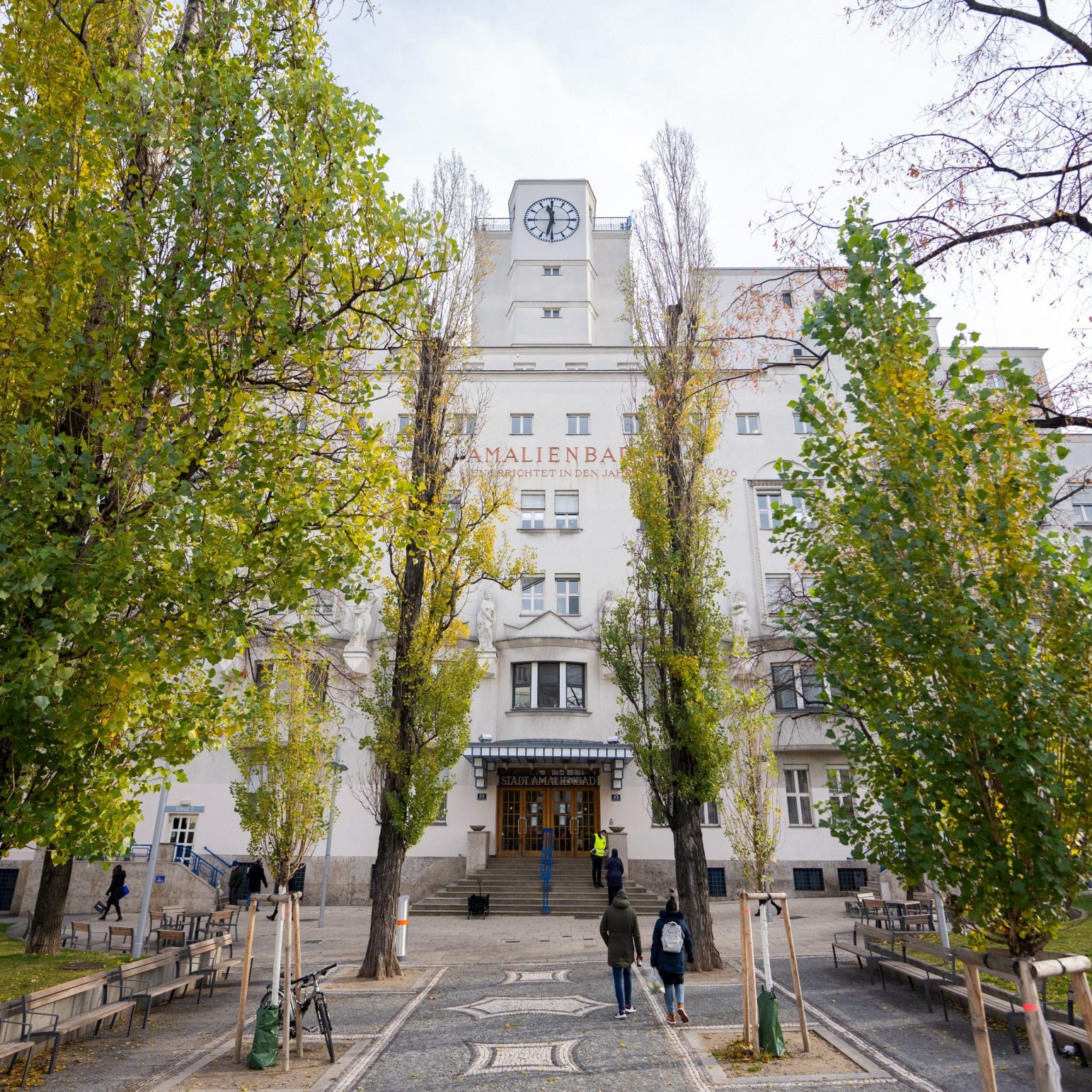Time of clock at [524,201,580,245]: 11:32
